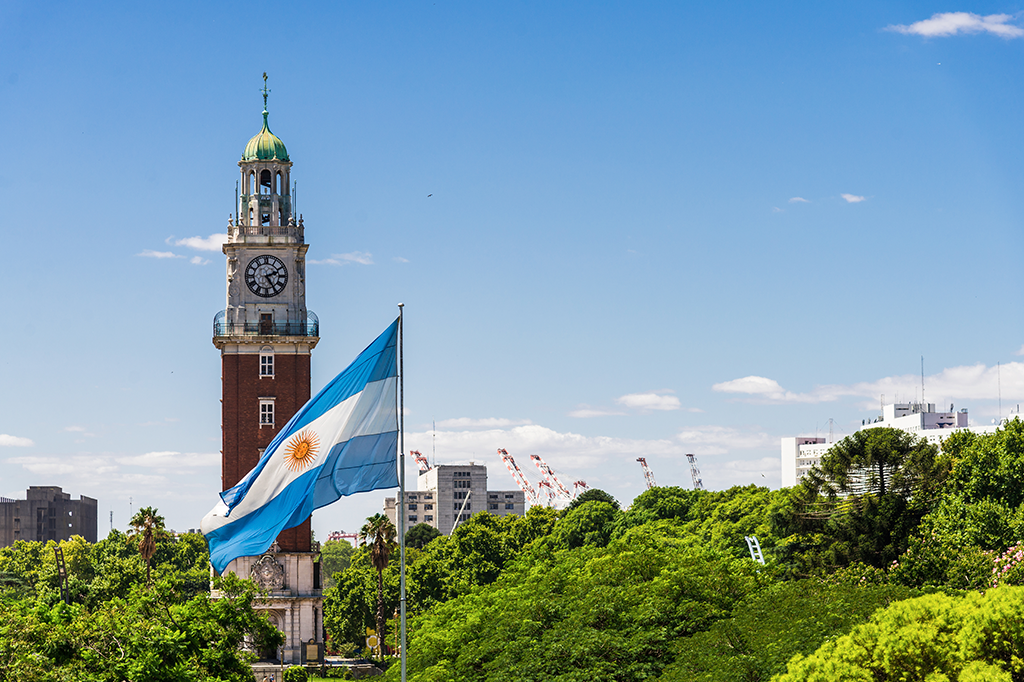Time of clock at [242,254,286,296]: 2:24
